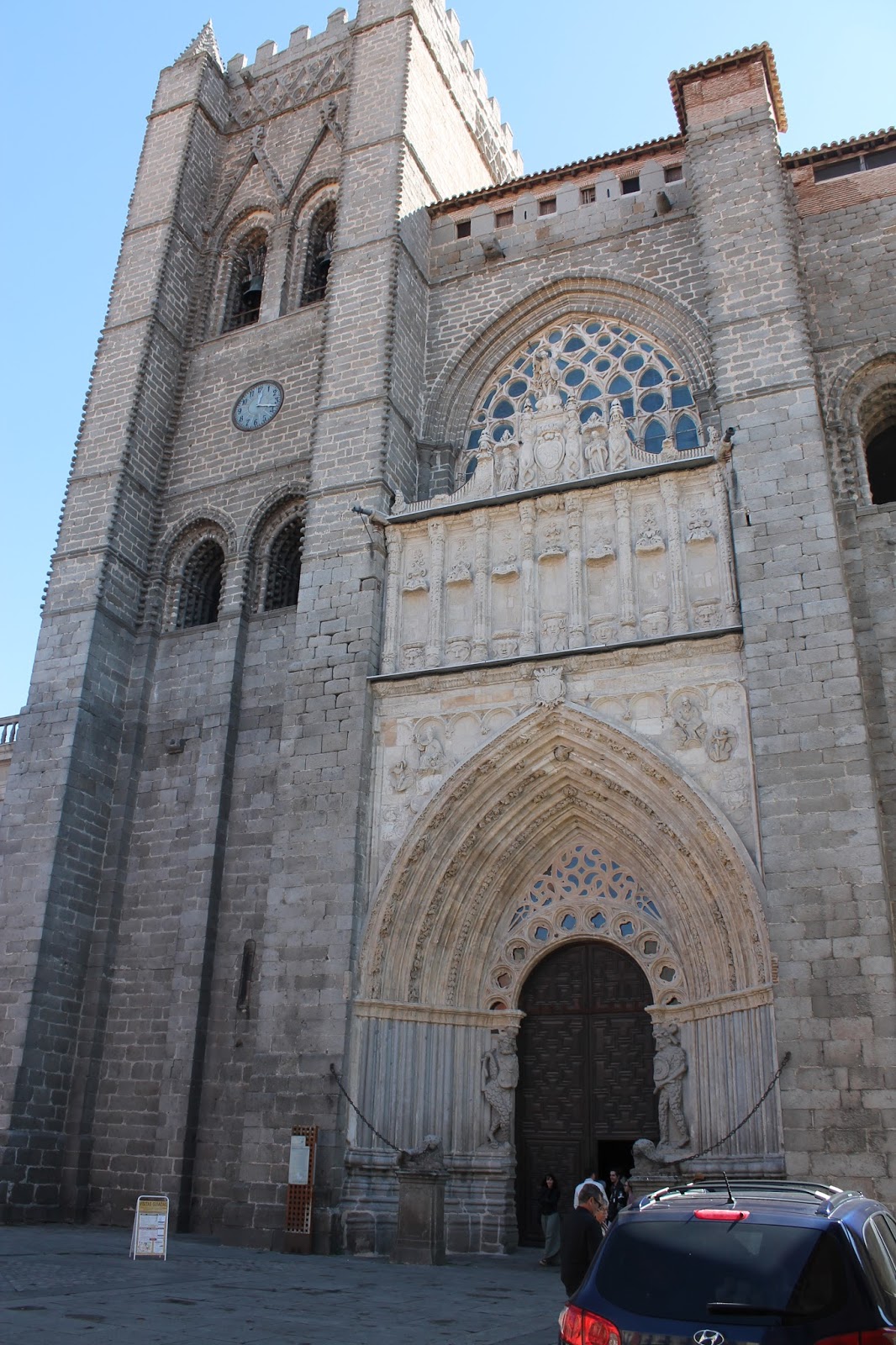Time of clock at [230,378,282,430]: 12:17
